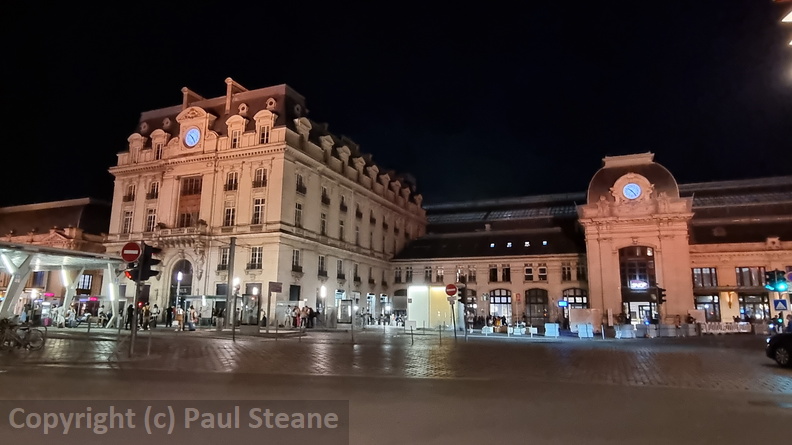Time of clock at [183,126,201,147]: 10:24
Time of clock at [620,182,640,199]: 10:23
